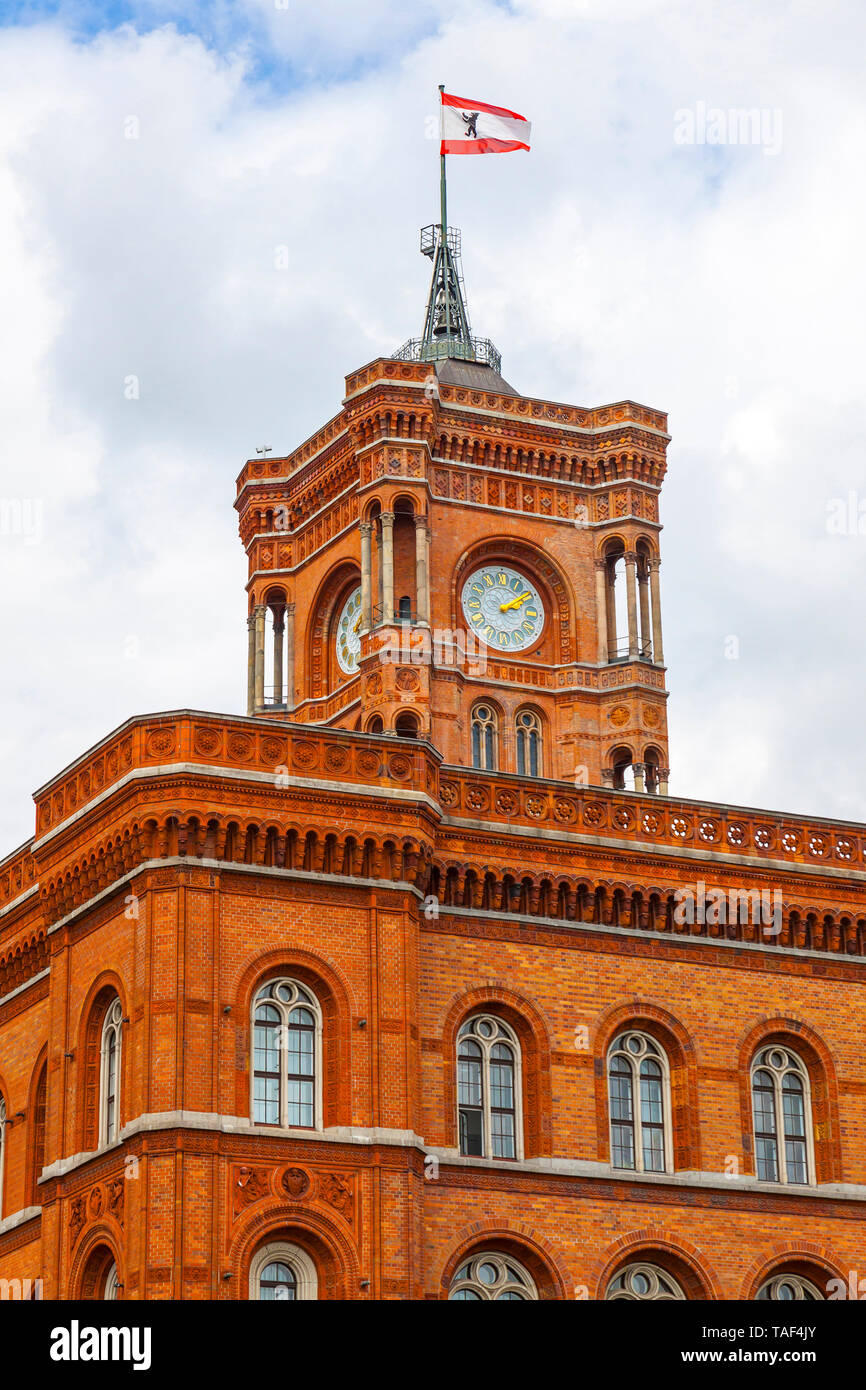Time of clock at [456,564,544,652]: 2:09
